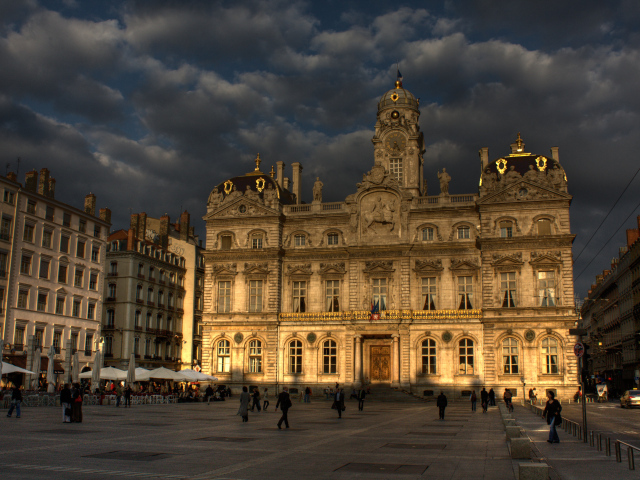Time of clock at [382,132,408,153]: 6:23
